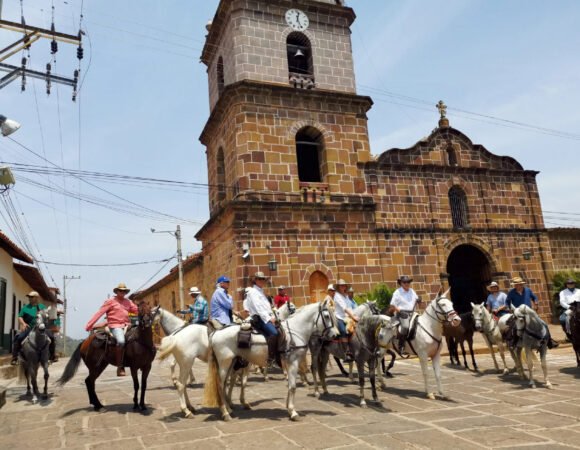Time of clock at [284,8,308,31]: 12:26
